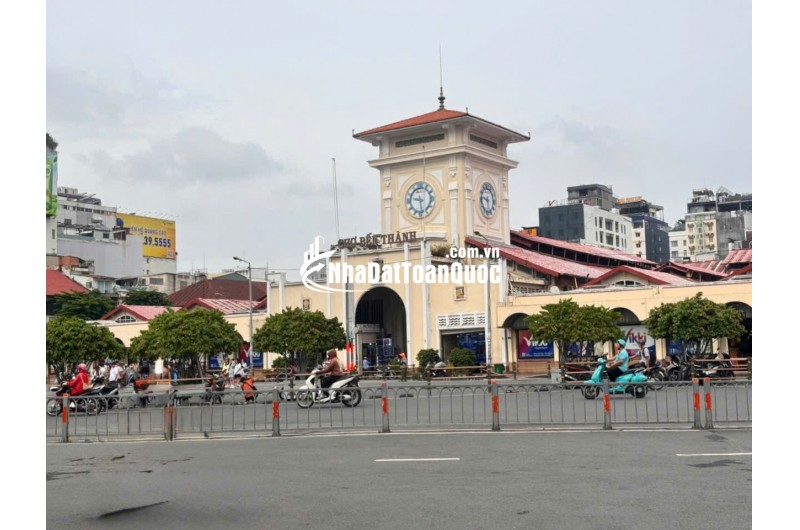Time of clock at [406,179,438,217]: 9:28
